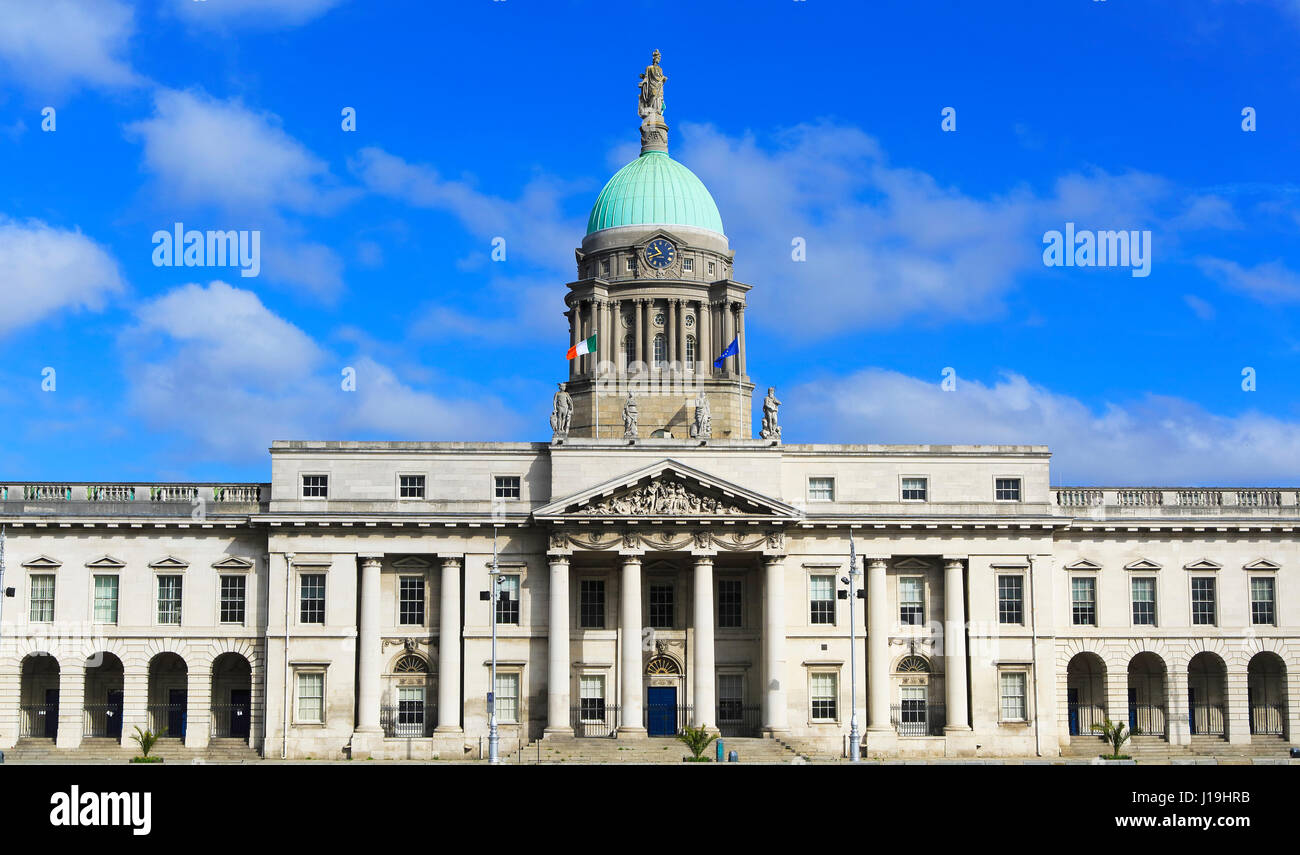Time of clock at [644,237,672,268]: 10:41
